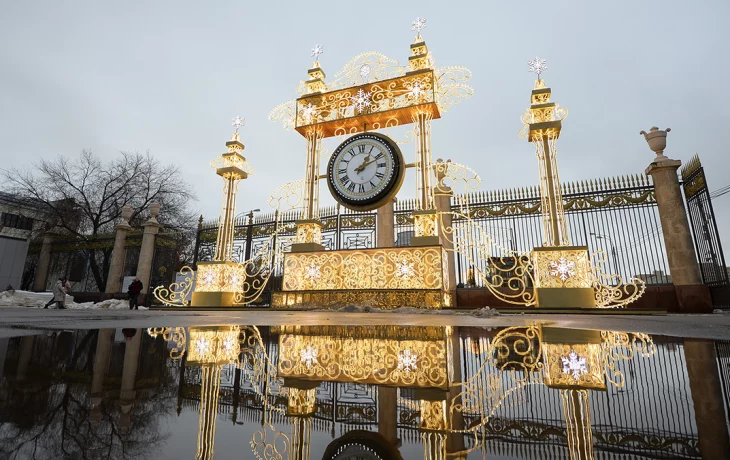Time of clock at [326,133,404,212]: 1:10
